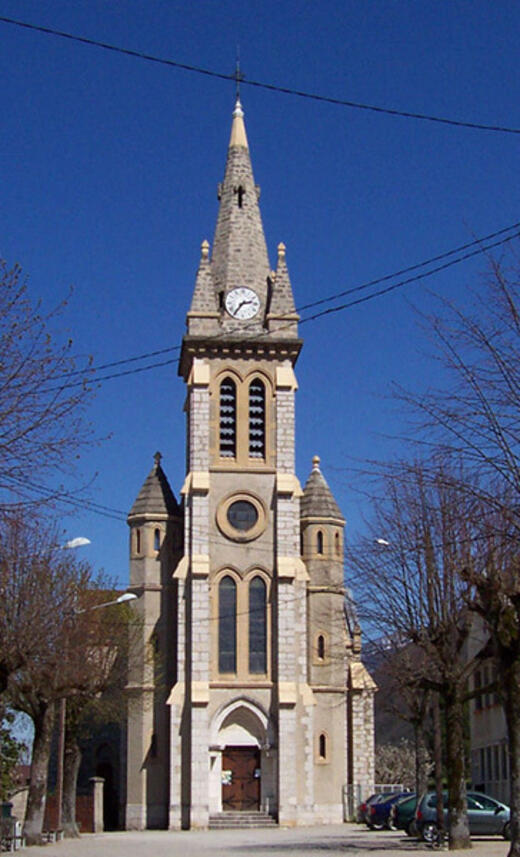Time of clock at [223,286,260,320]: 2:36
